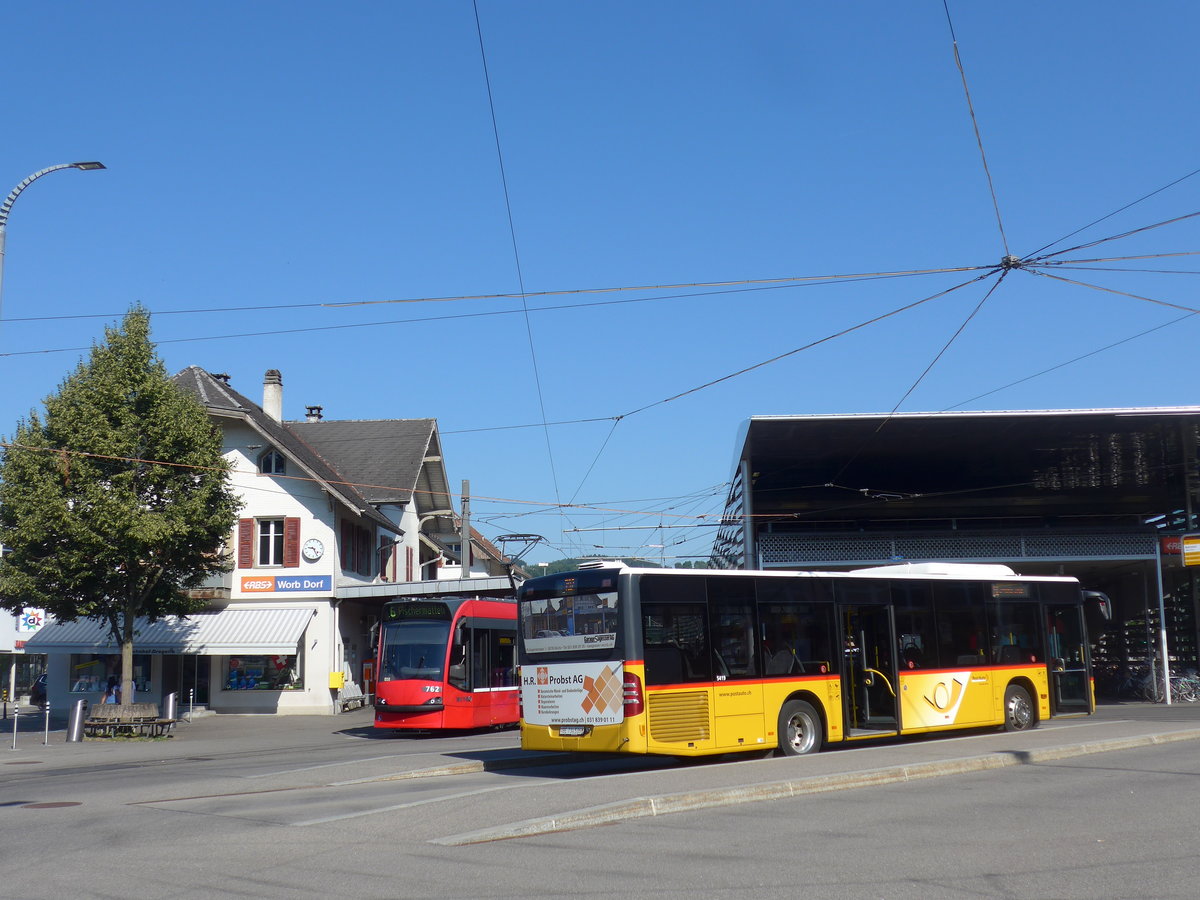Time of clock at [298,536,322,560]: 9:25
